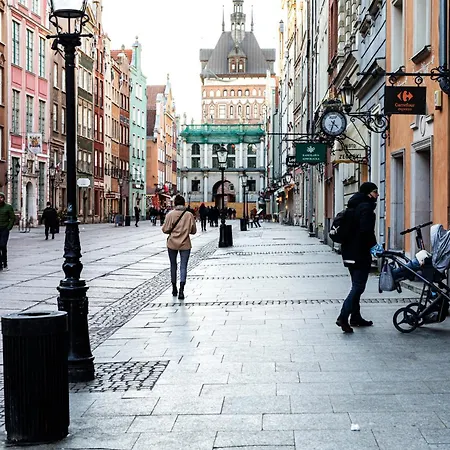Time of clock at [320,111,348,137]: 4:33
